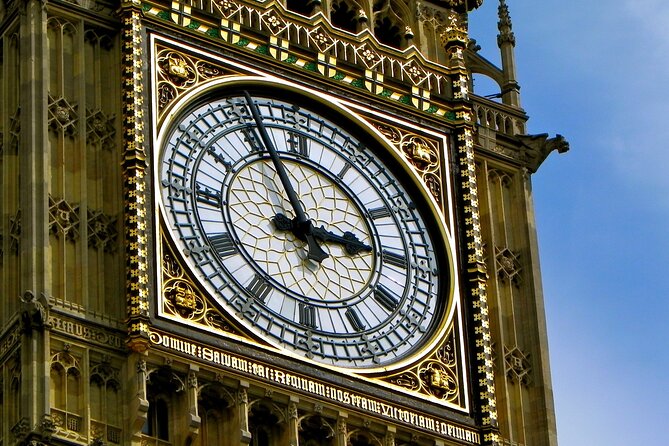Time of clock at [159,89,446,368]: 2:56
